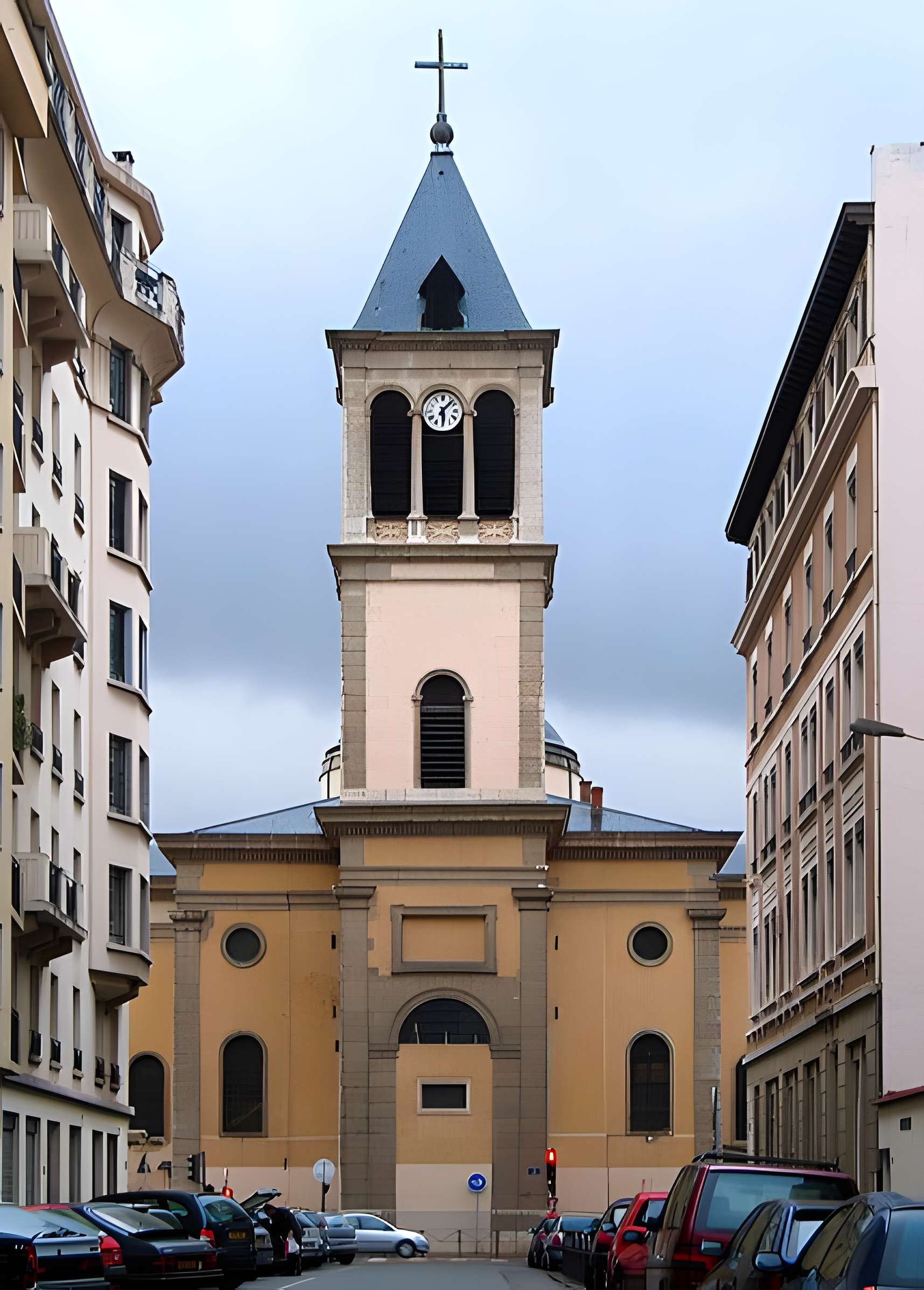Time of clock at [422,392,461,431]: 1:29
